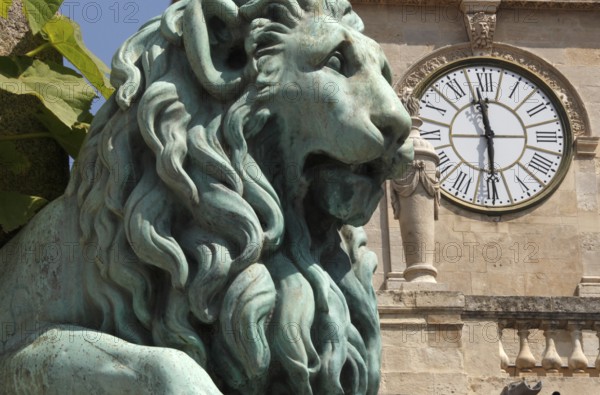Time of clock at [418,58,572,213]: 11:29
